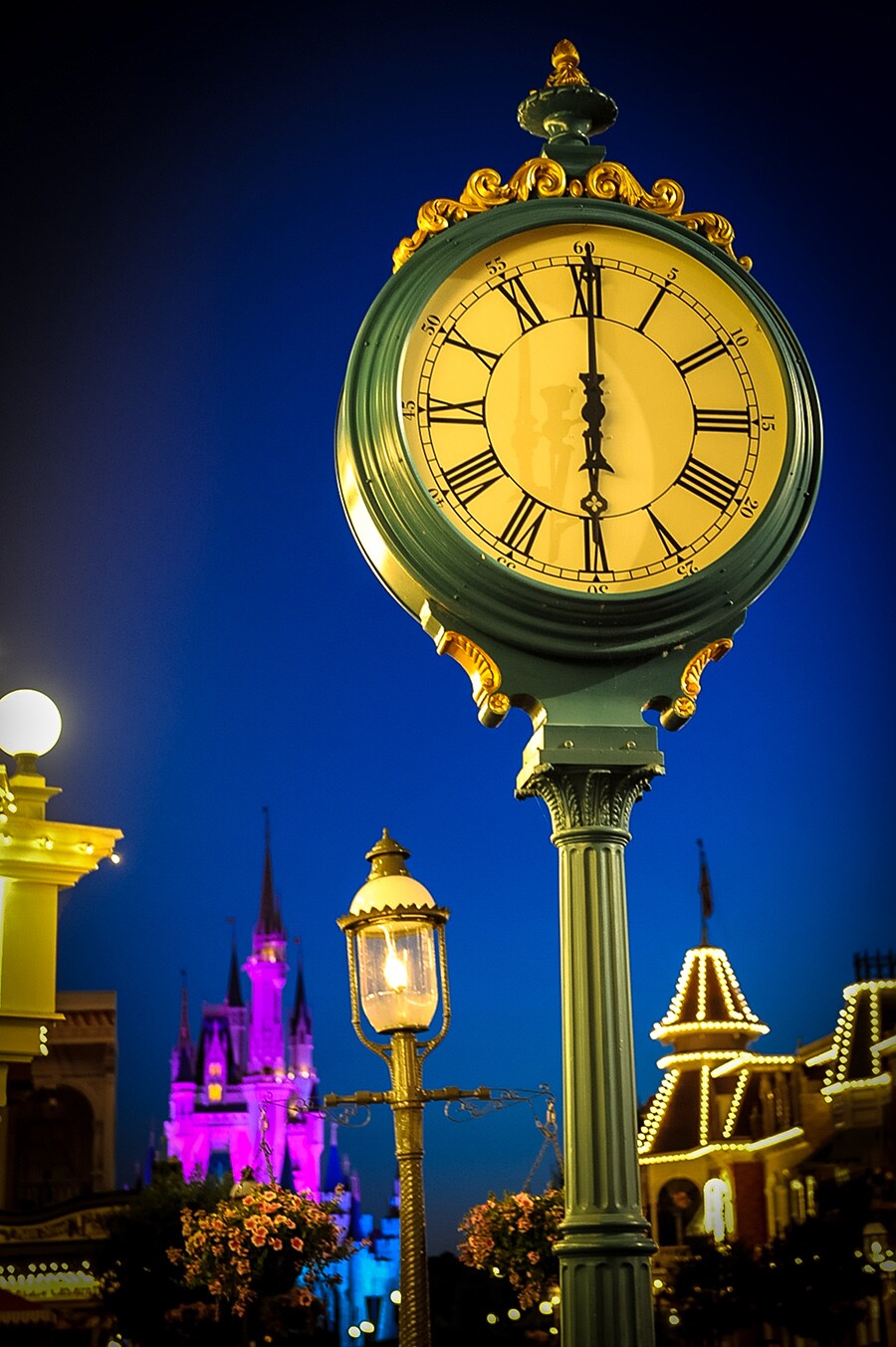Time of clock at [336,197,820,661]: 6:00
